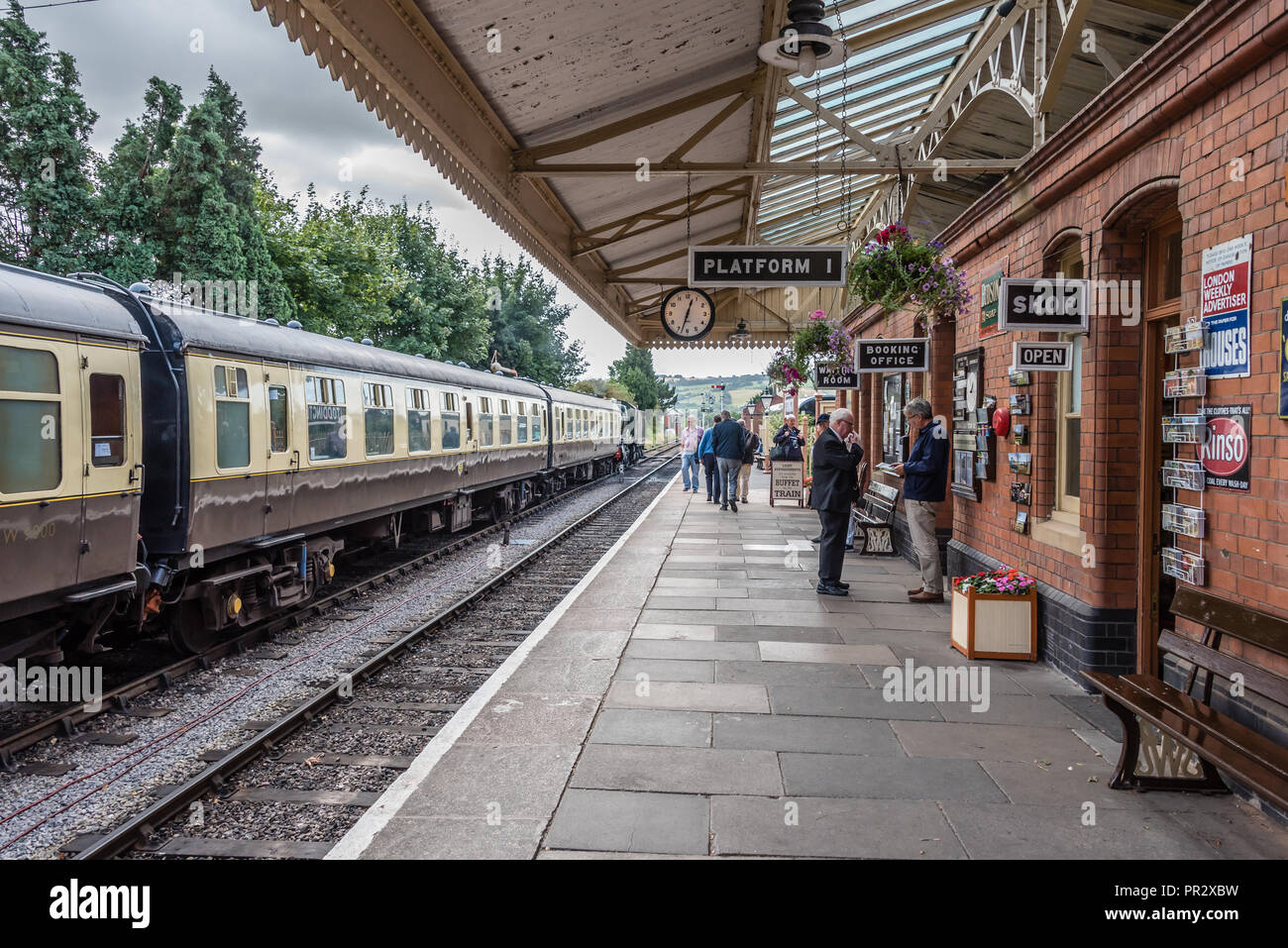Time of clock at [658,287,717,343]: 12:32
